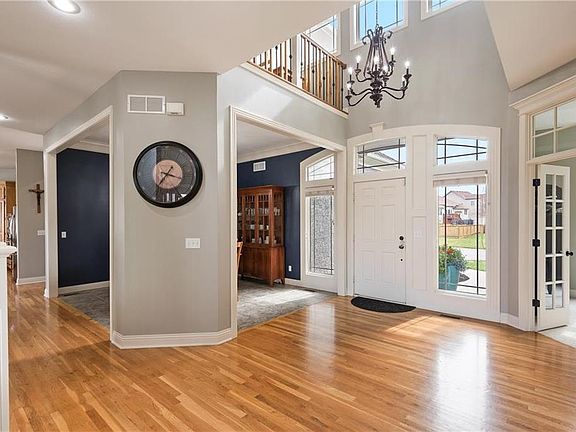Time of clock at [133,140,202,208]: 3:36
